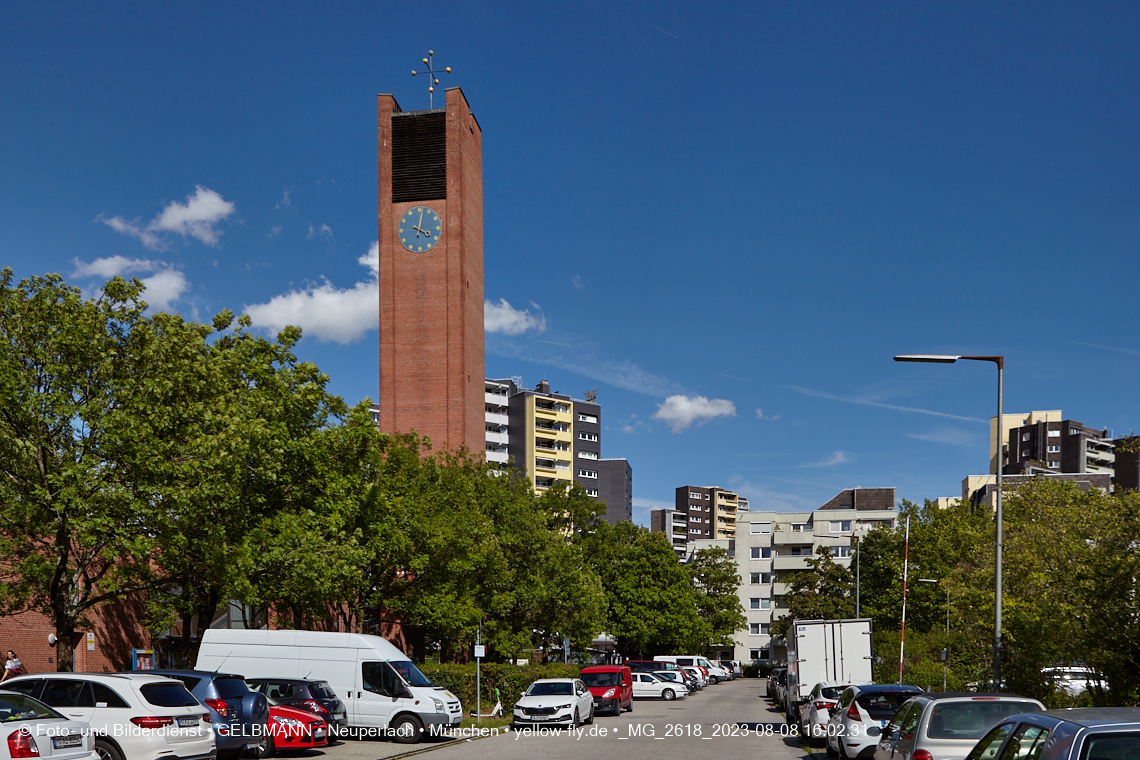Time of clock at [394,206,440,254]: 4:01
